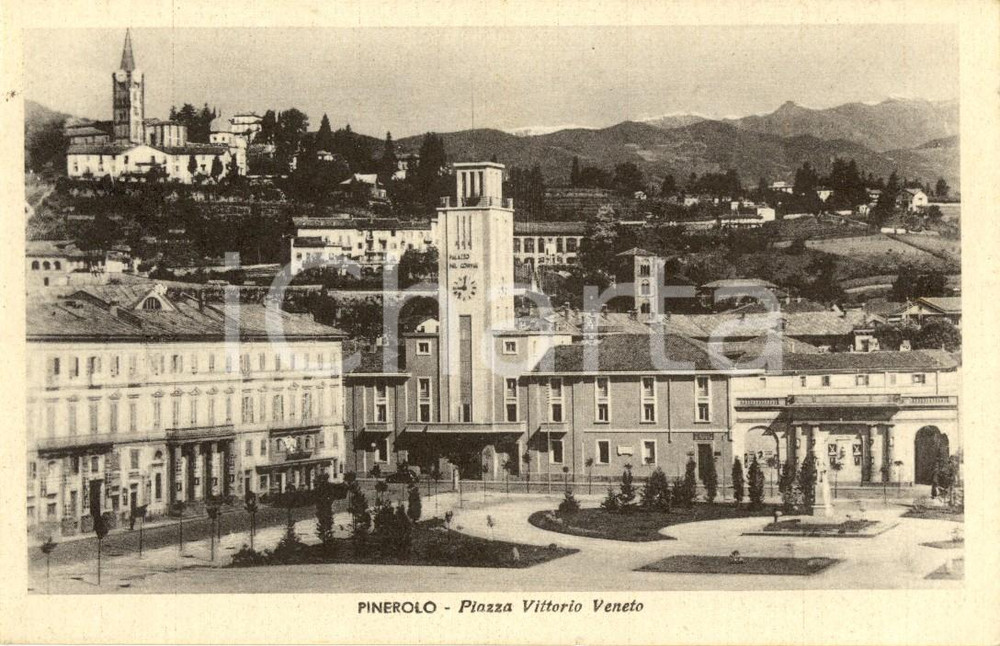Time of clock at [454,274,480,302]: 9:01
